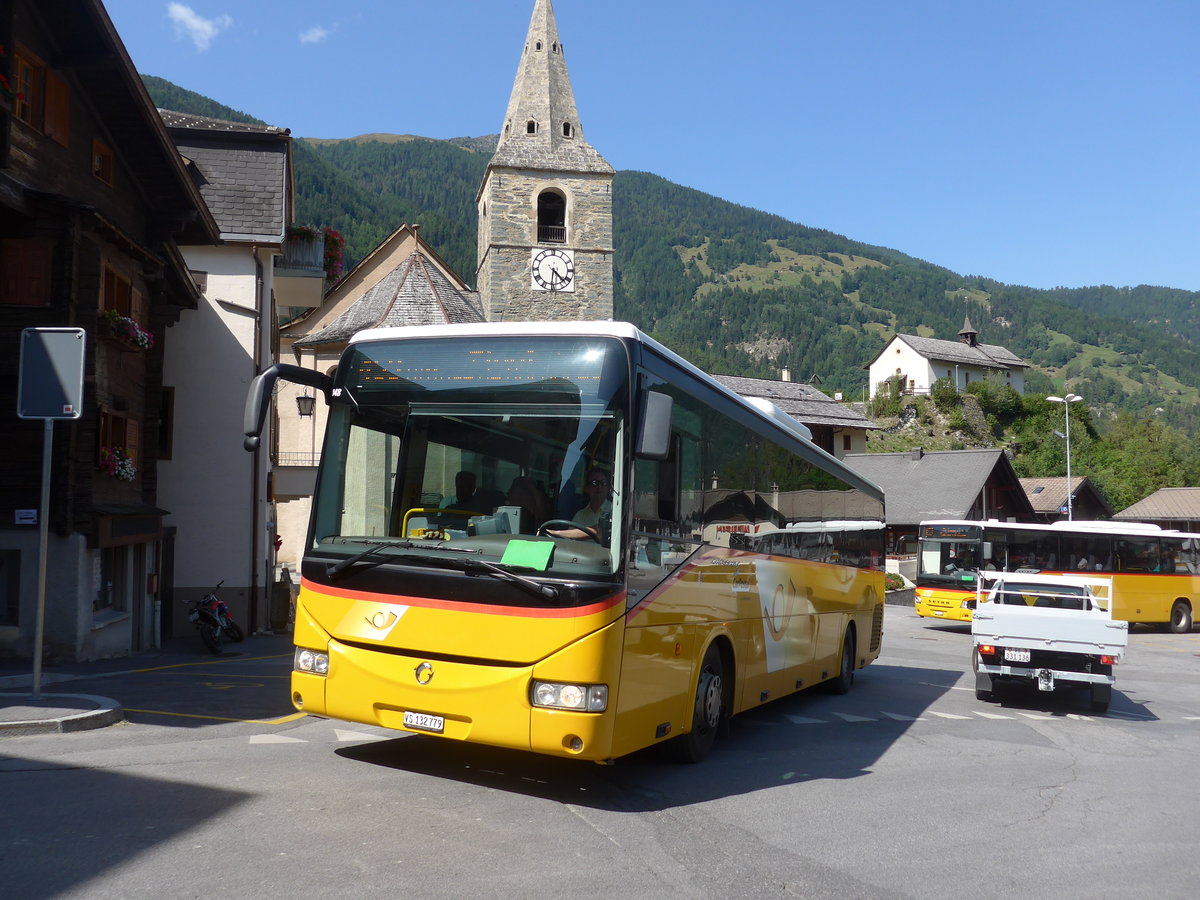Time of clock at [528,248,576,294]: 4:31
